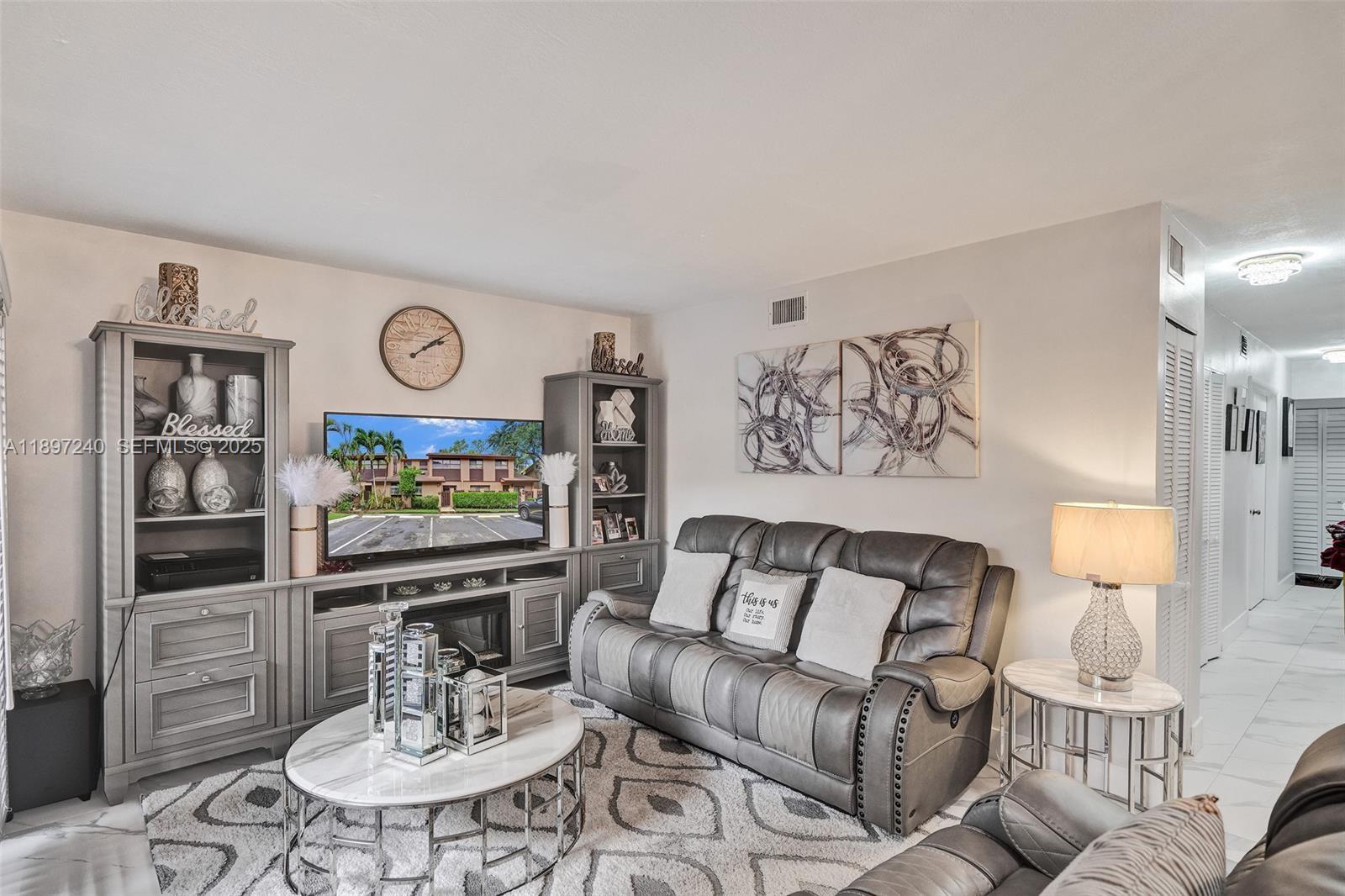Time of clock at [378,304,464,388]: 2:09
